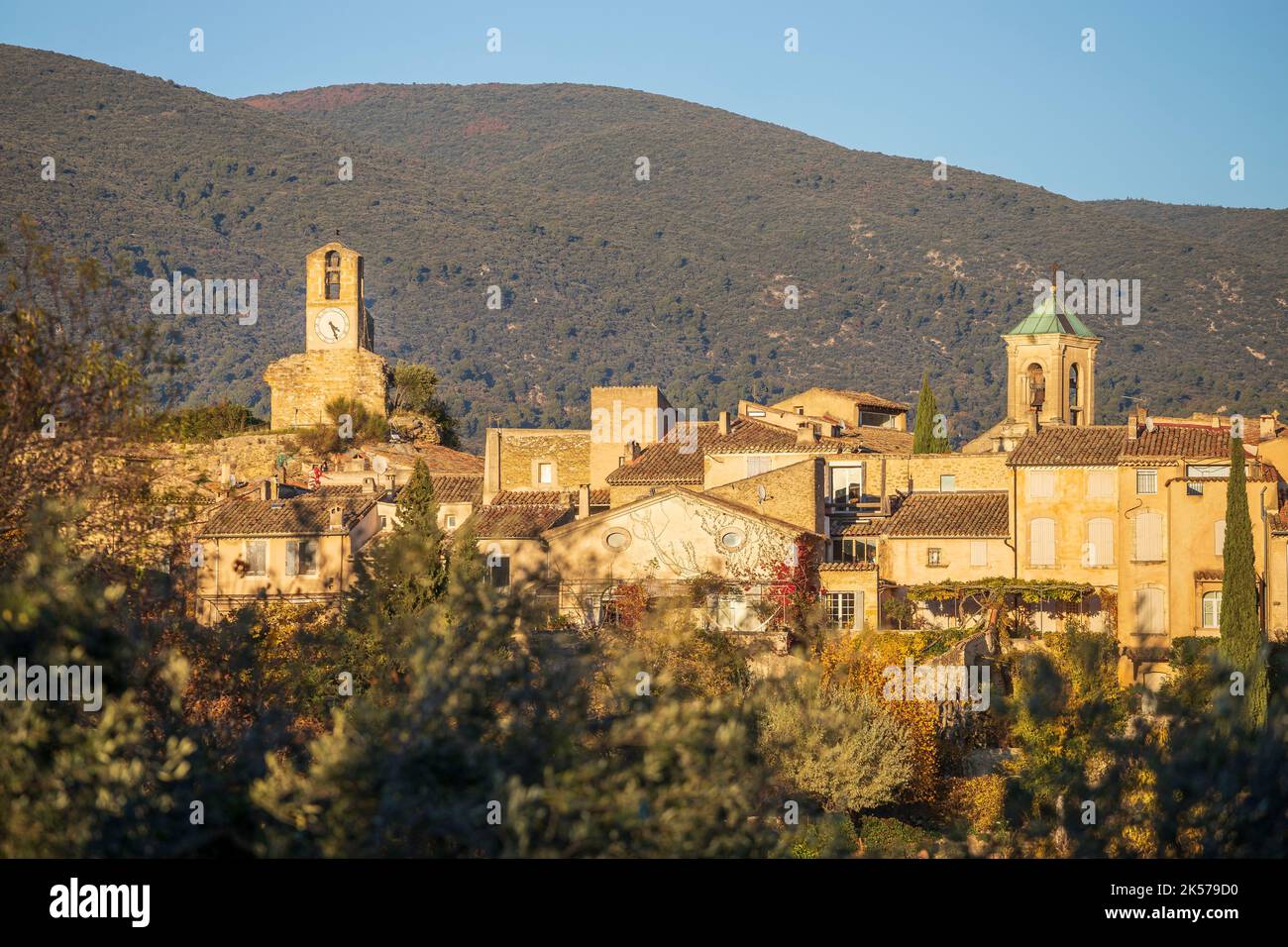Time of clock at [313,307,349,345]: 4:26
